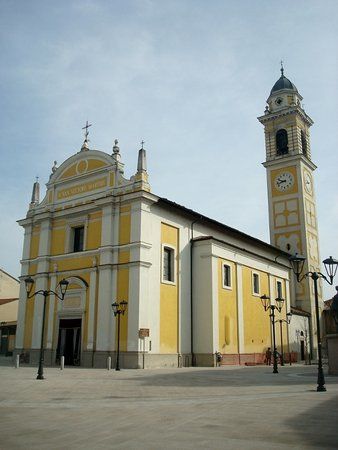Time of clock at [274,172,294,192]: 9:42
